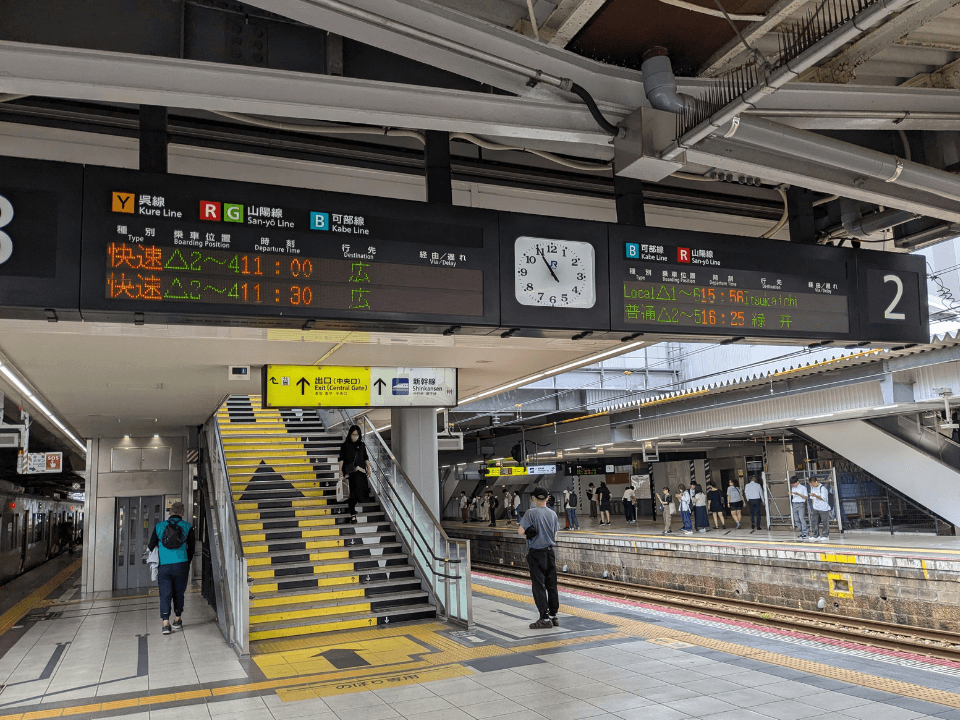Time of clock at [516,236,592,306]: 10:54
